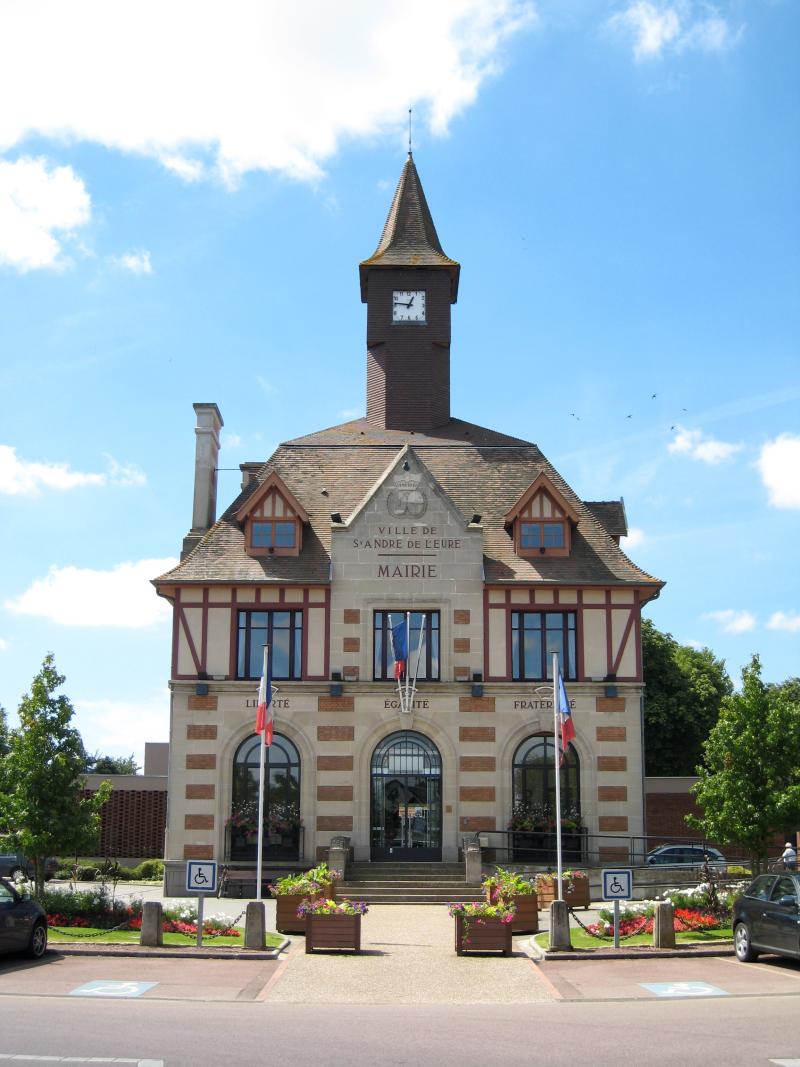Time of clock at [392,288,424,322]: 12:46
